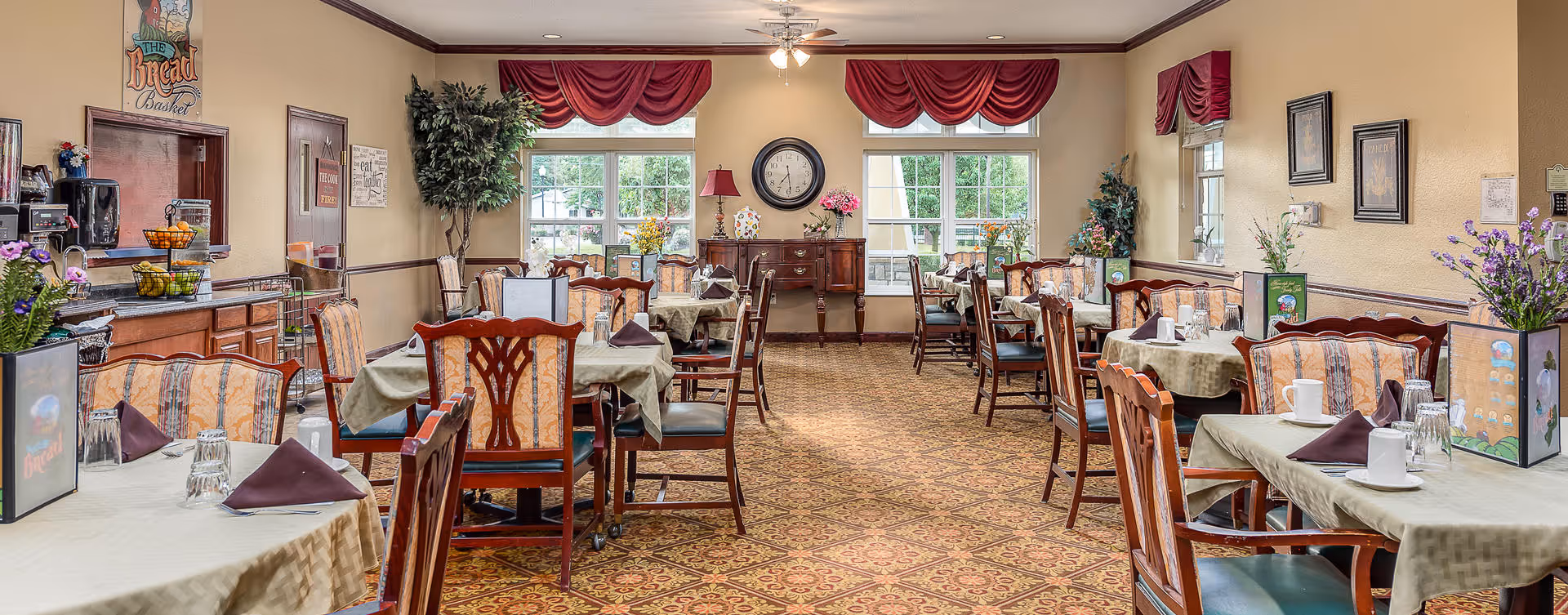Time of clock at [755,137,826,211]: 7:28
